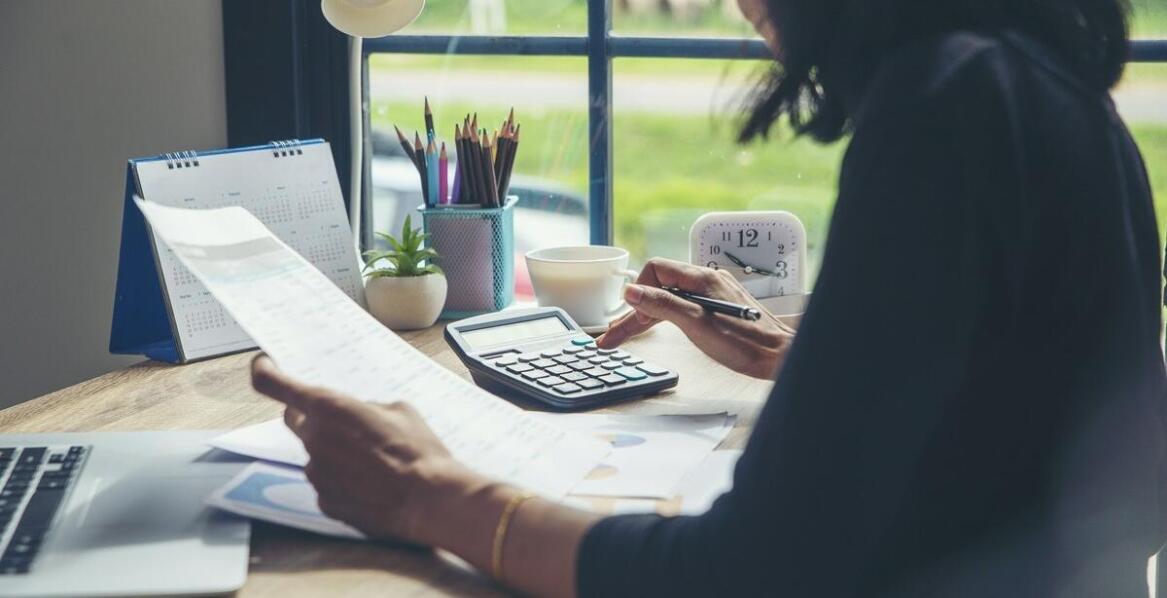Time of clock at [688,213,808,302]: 10:16
